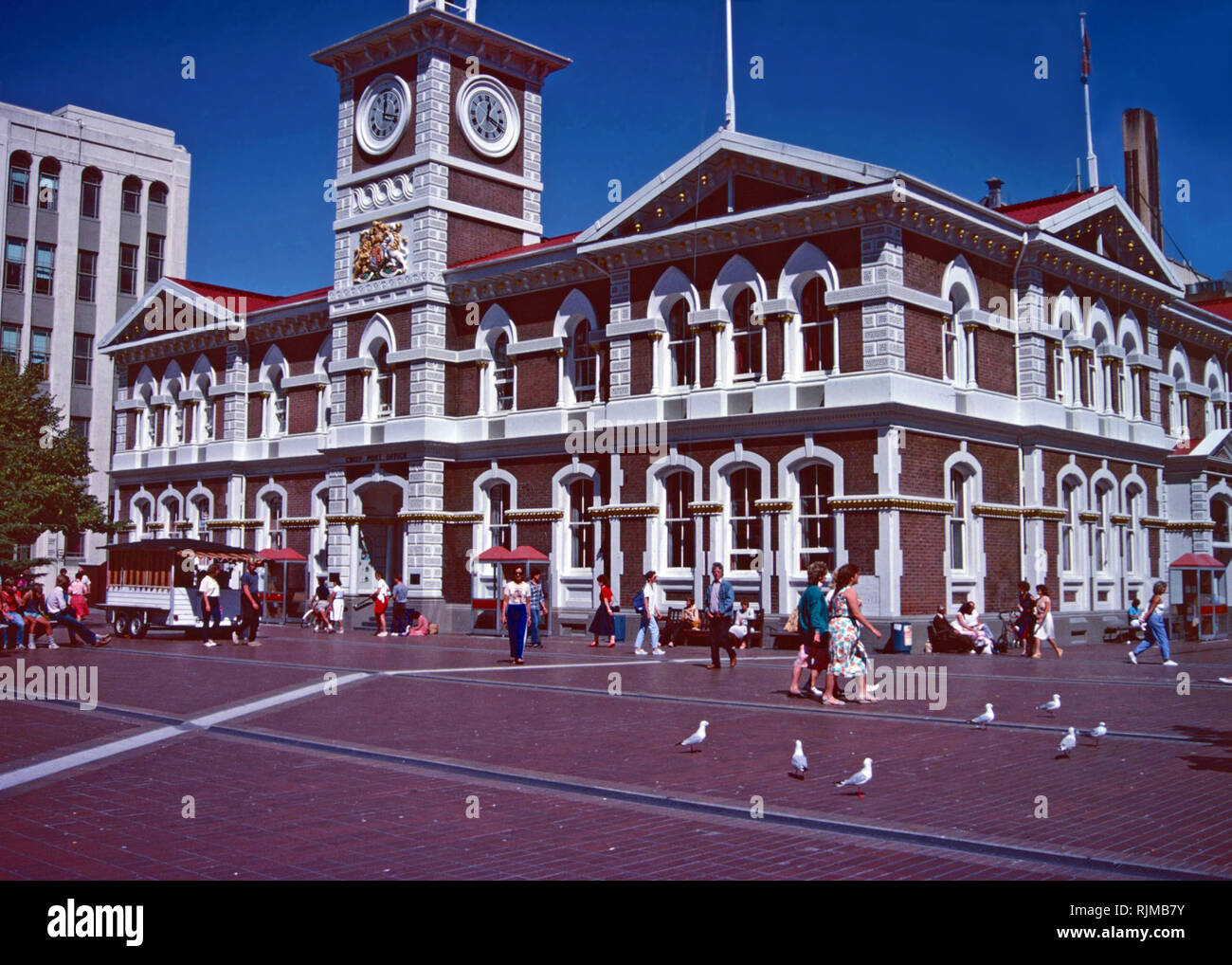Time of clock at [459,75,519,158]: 12:19
